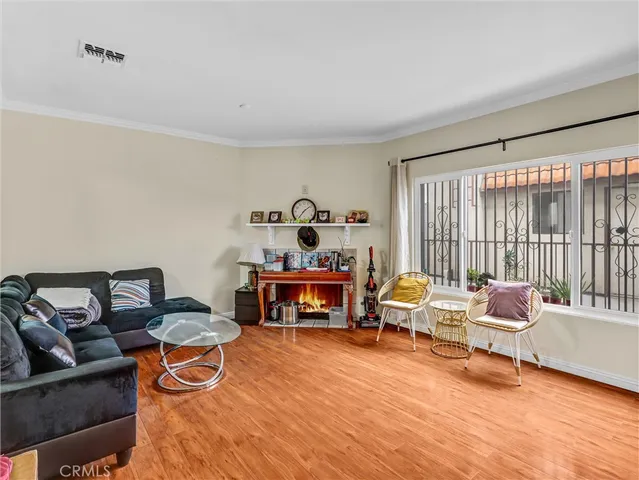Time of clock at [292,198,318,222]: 1:36
